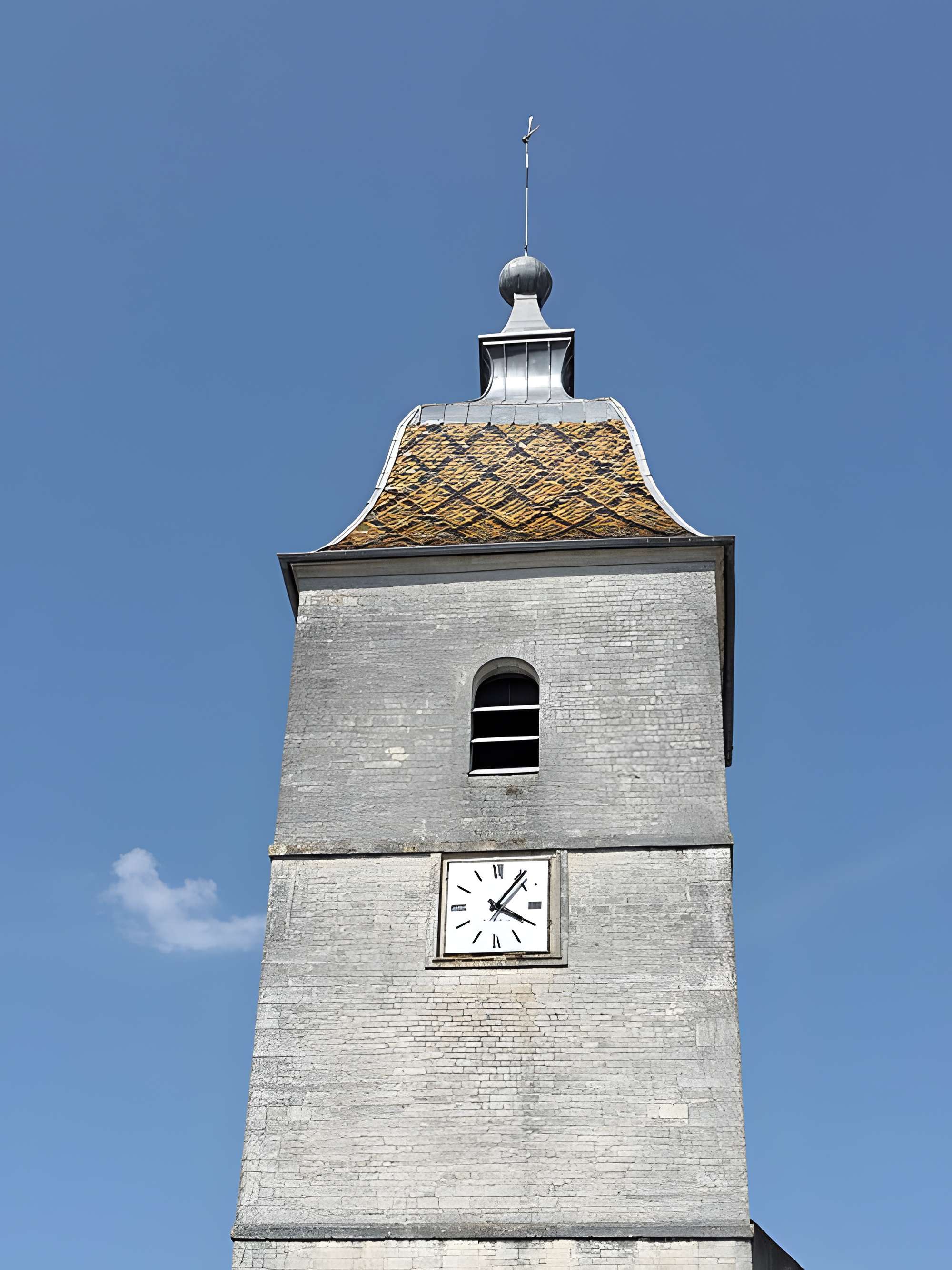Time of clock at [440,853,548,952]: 4:06
